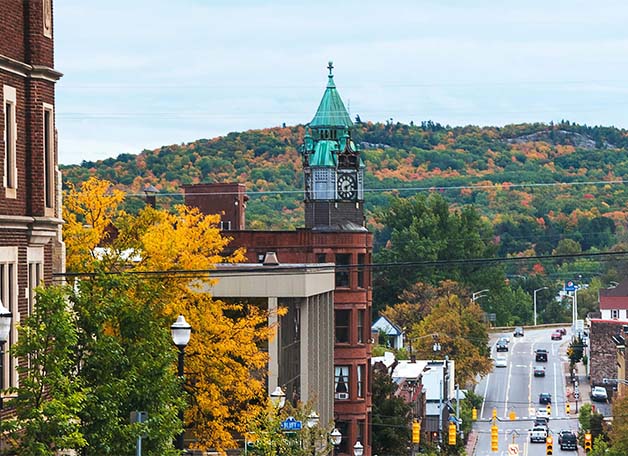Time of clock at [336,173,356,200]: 6:10
